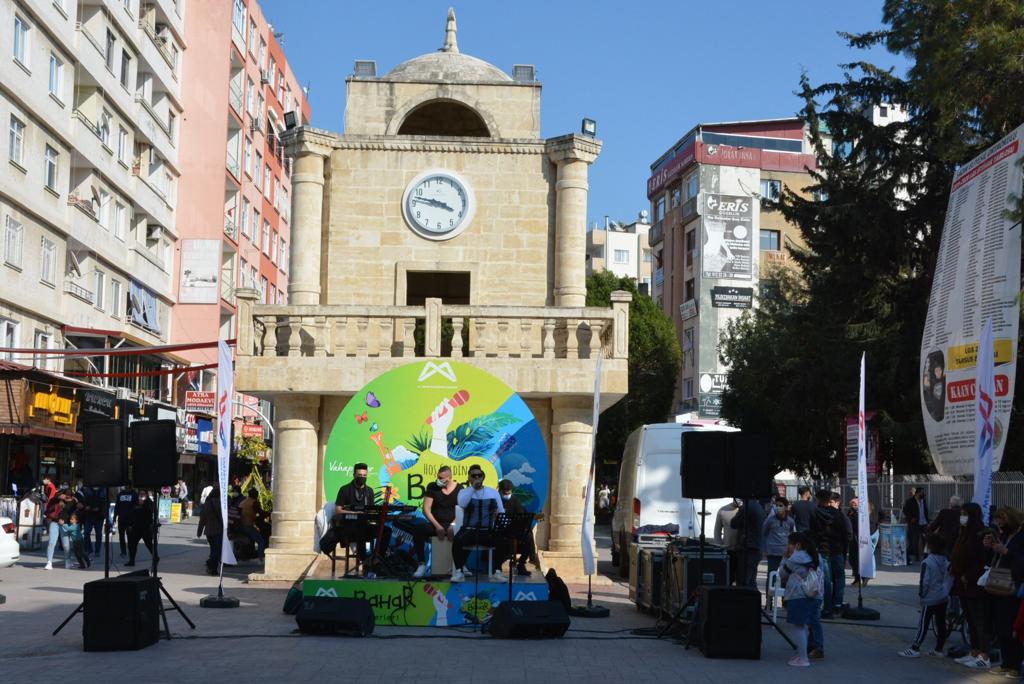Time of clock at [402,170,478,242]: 3:47
